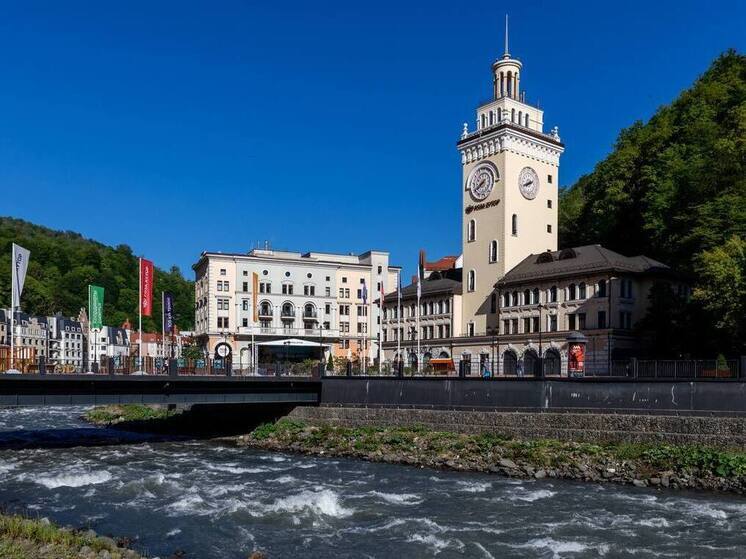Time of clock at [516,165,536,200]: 7:40
